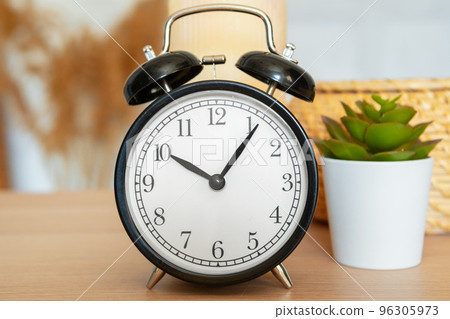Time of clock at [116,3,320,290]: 10:06
